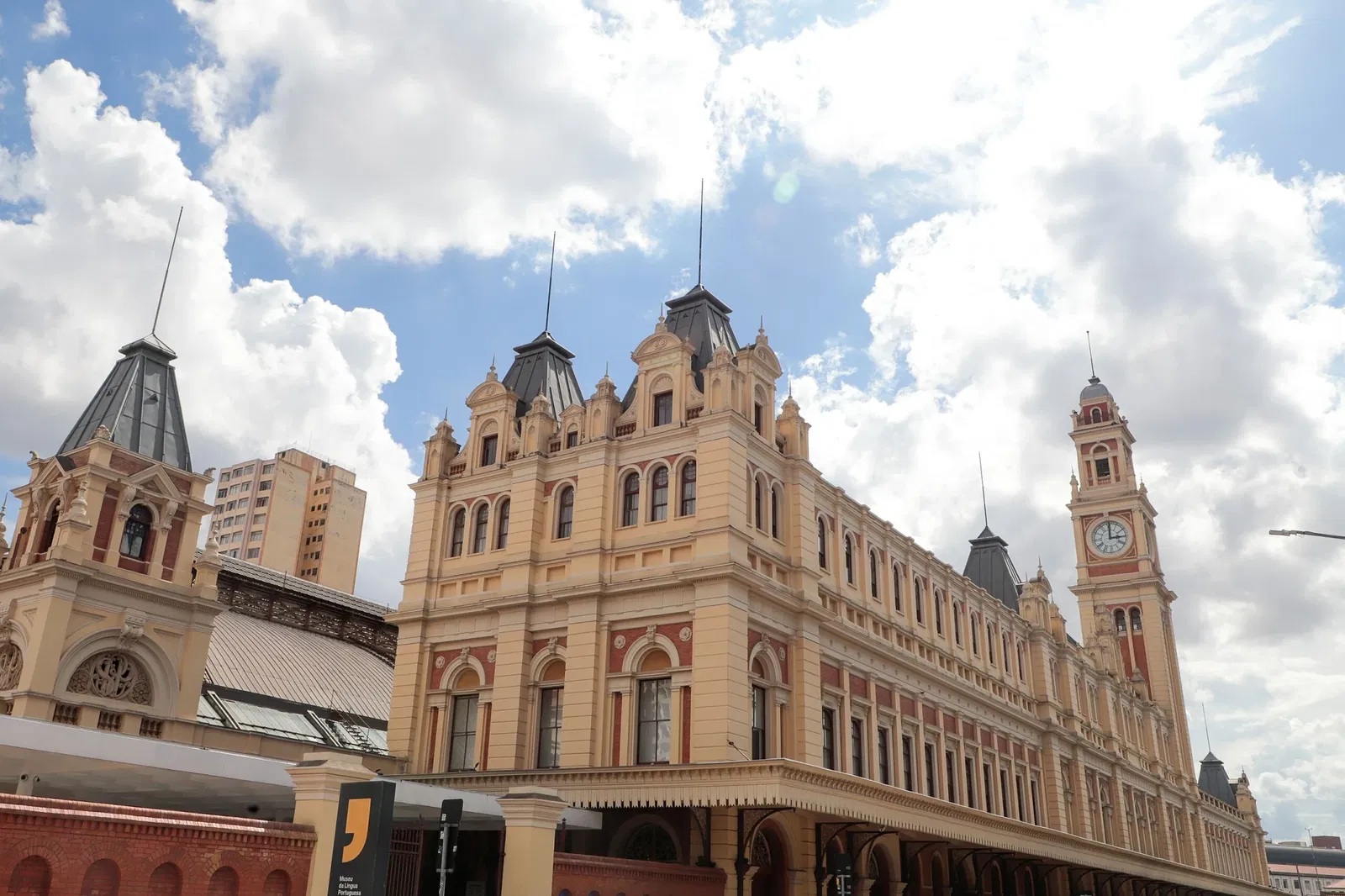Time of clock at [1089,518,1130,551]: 3:00
